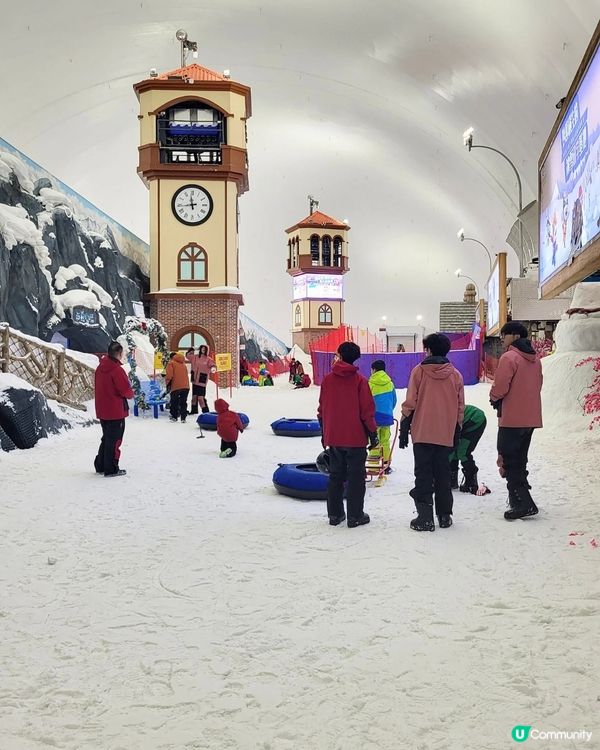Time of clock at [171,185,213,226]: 11:43
